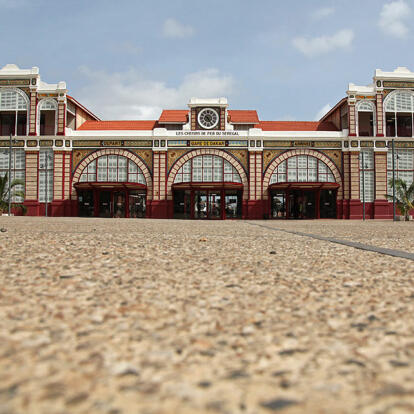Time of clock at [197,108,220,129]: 7:24
